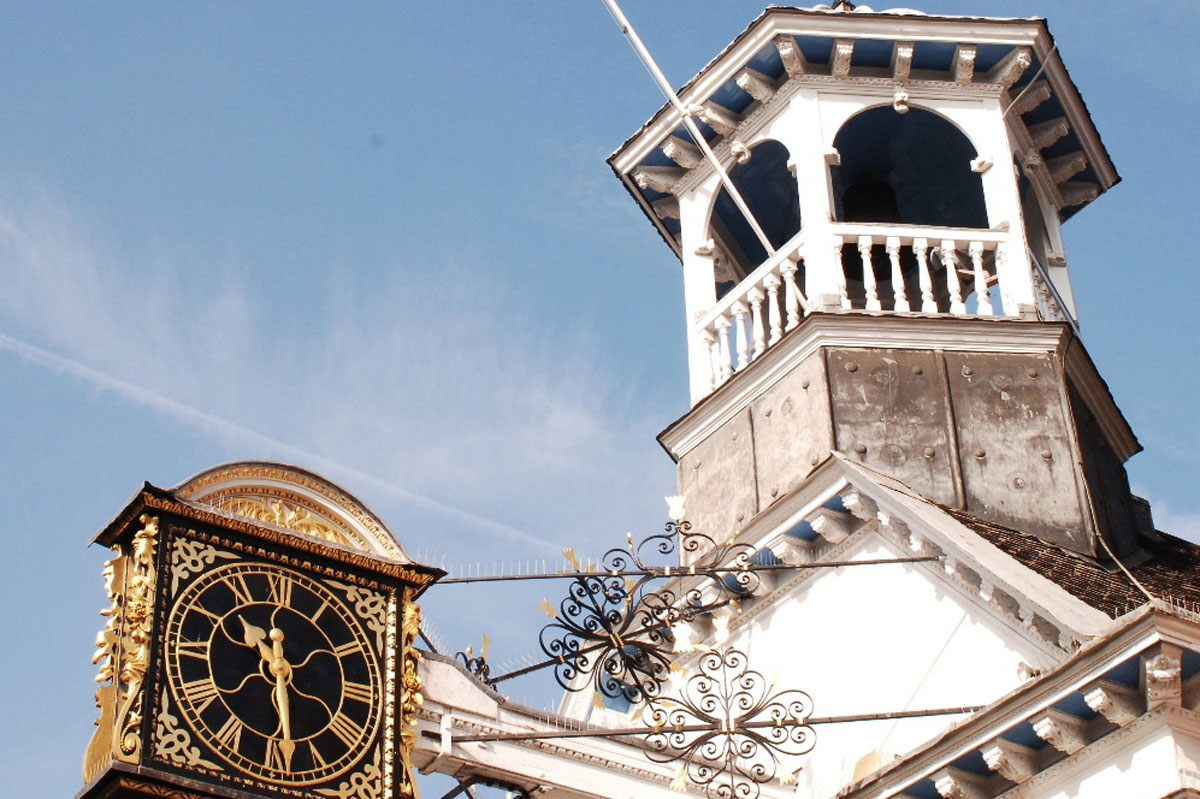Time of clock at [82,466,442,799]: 10:28
